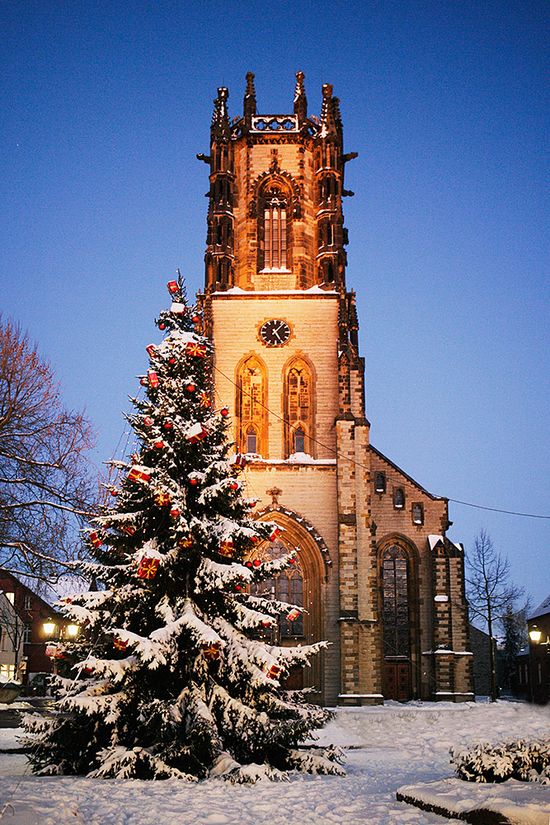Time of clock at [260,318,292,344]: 5:06
